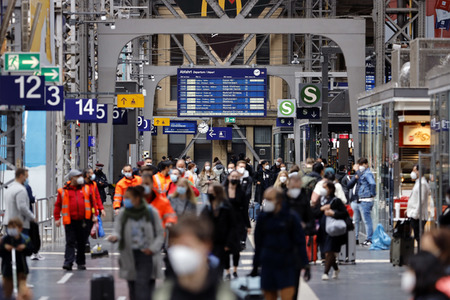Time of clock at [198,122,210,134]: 1:46
